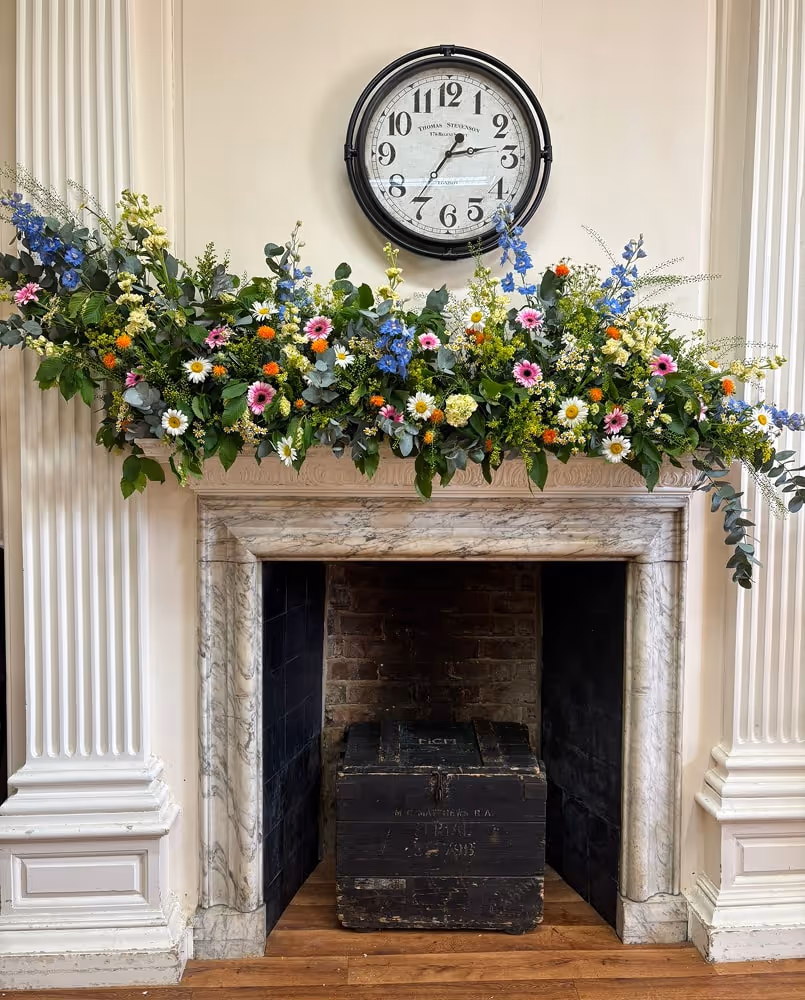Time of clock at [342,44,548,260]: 2:35
